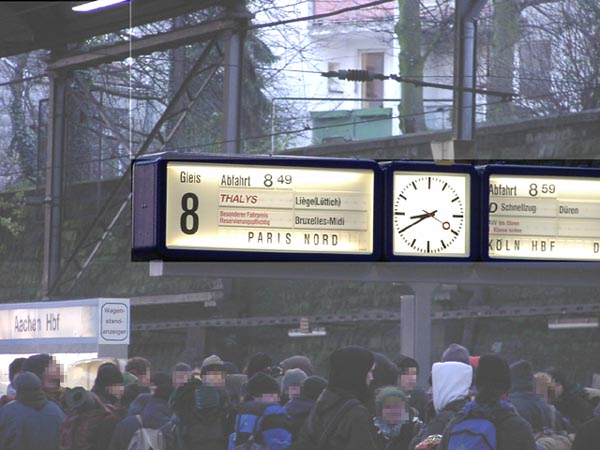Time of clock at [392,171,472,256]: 8:40
